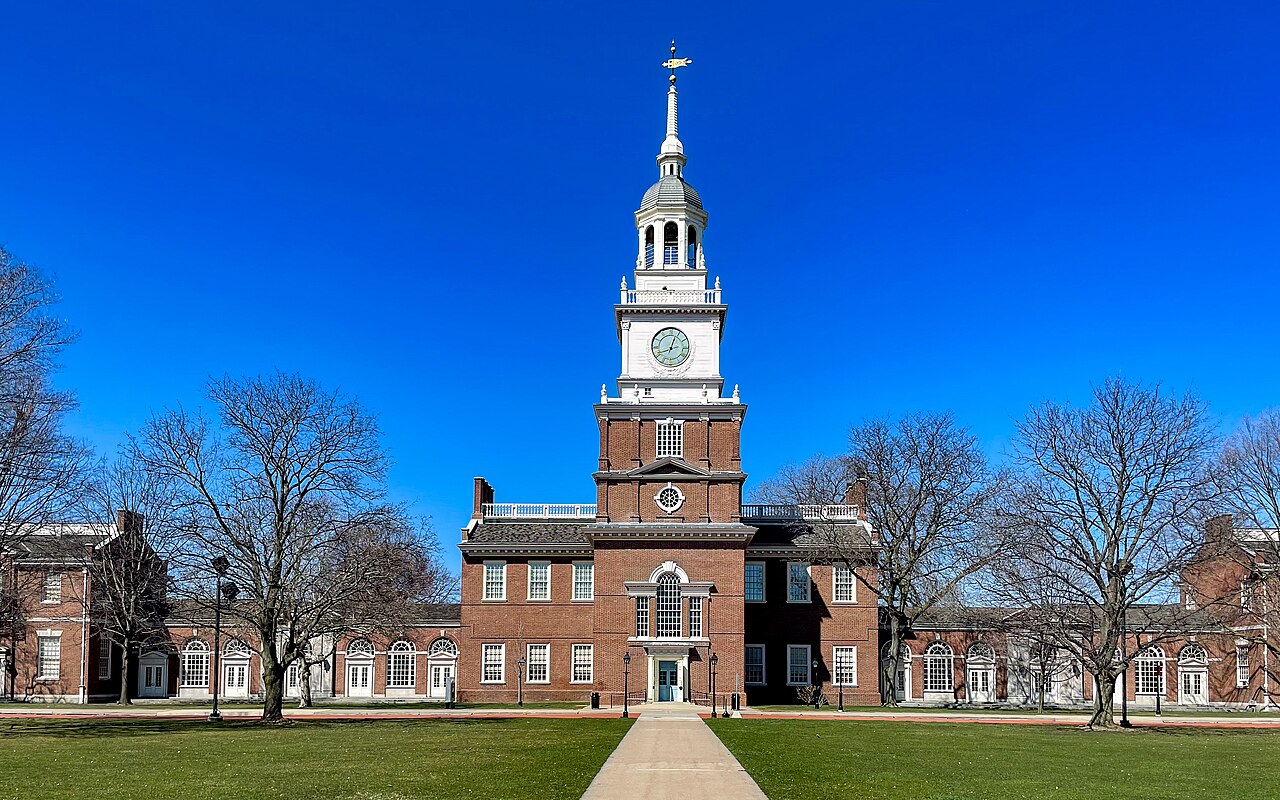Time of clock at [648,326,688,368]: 12:41
